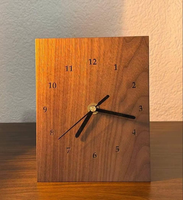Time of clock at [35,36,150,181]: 7:17
